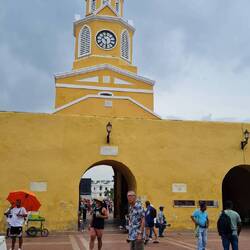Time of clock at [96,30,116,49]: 10:30
